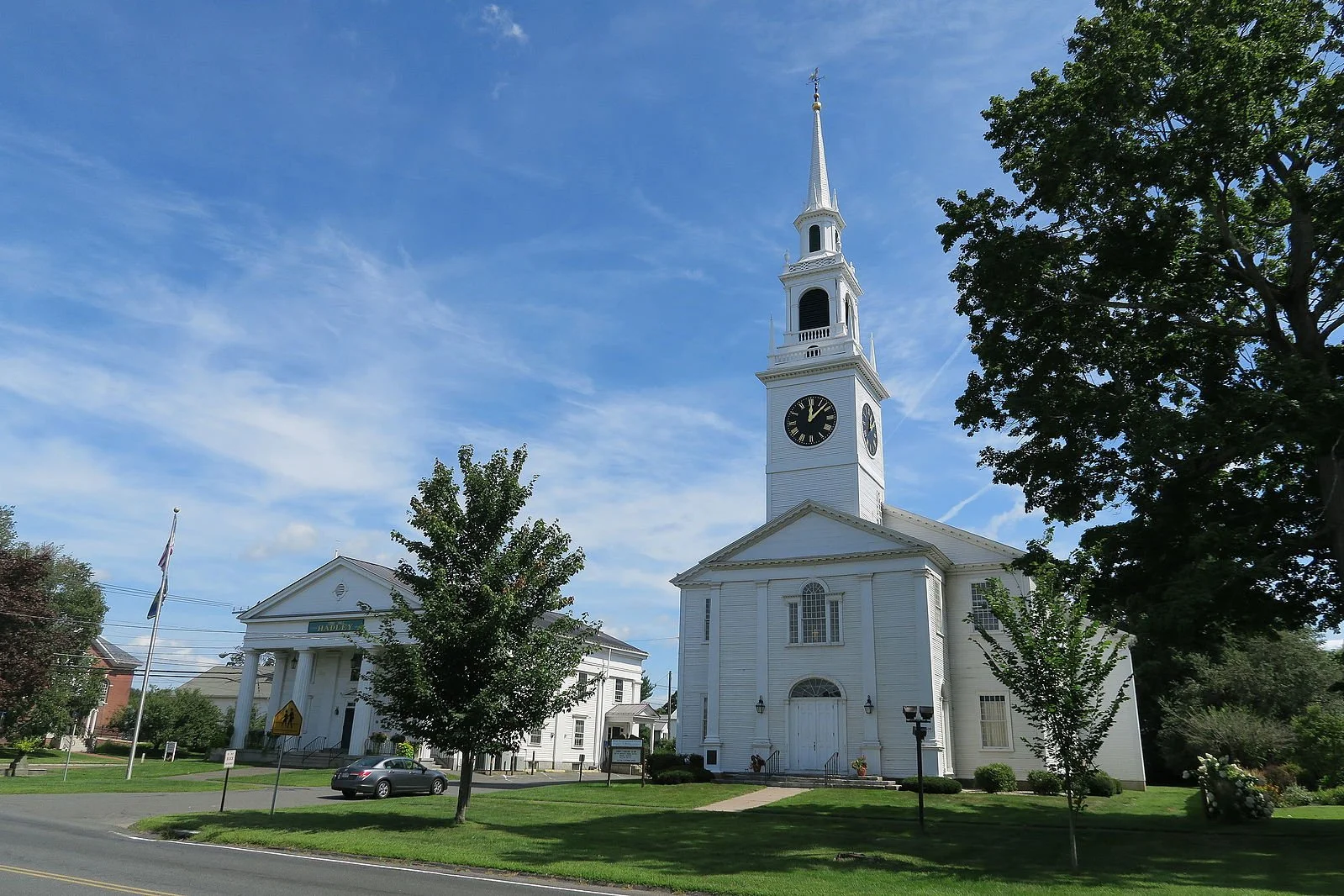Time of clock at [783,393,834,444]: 12:07
